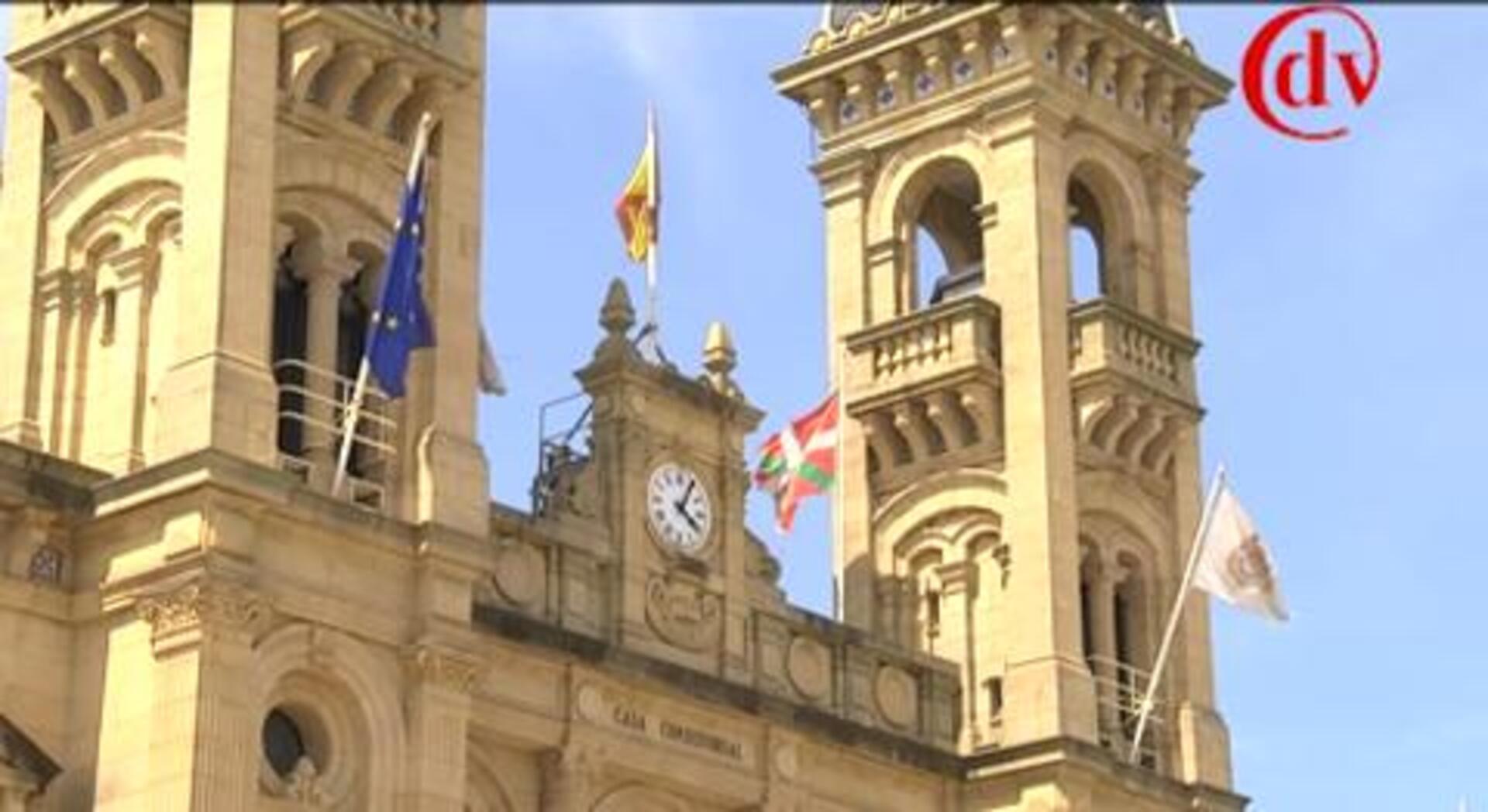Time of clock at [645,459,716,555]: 4:04
